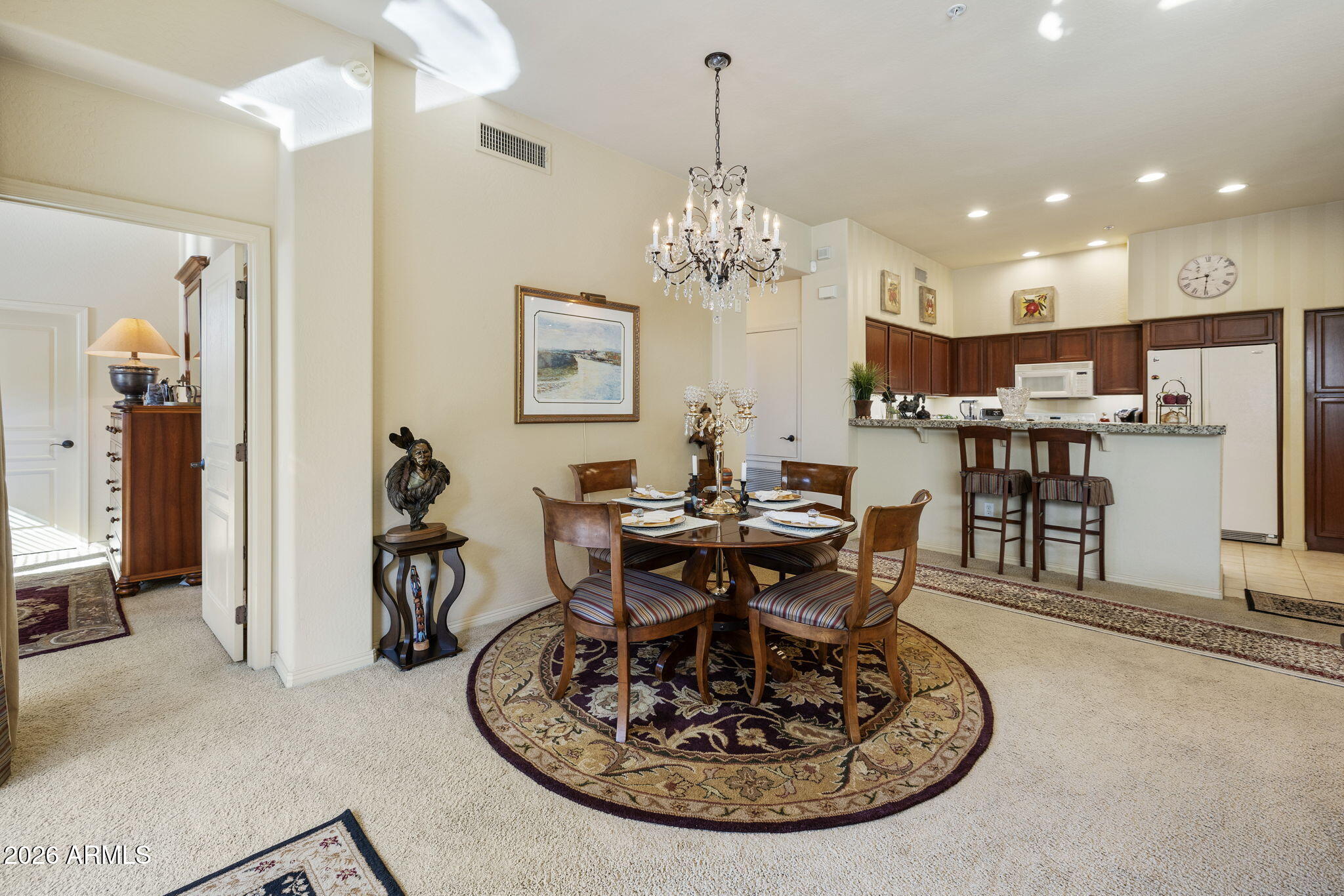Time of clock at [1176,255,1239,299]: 8:30
